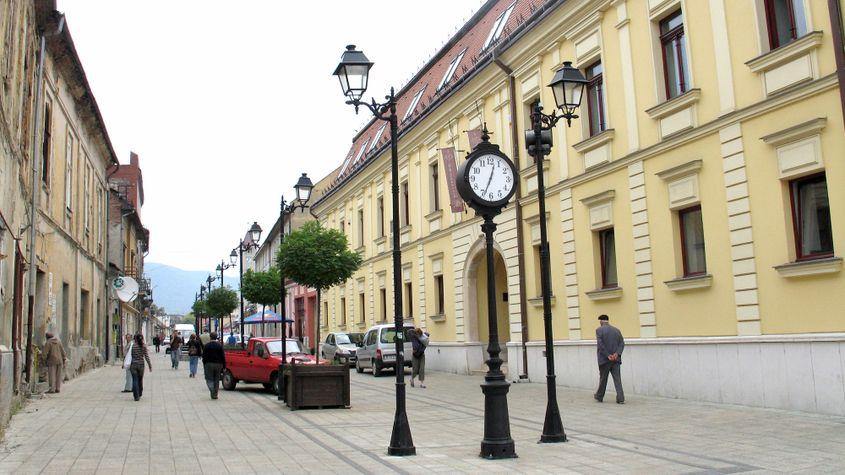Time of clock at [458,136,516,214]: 12:33
